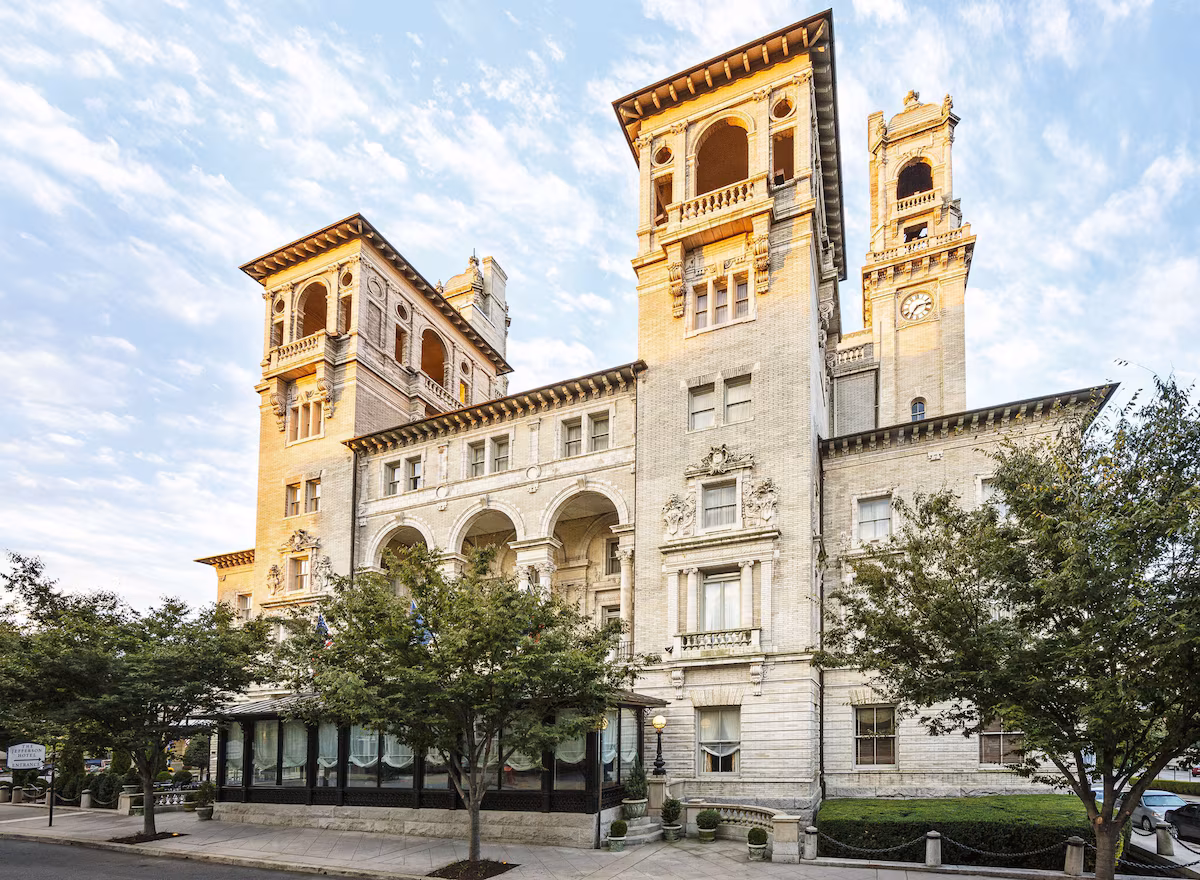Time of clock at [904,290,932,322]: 7:13
